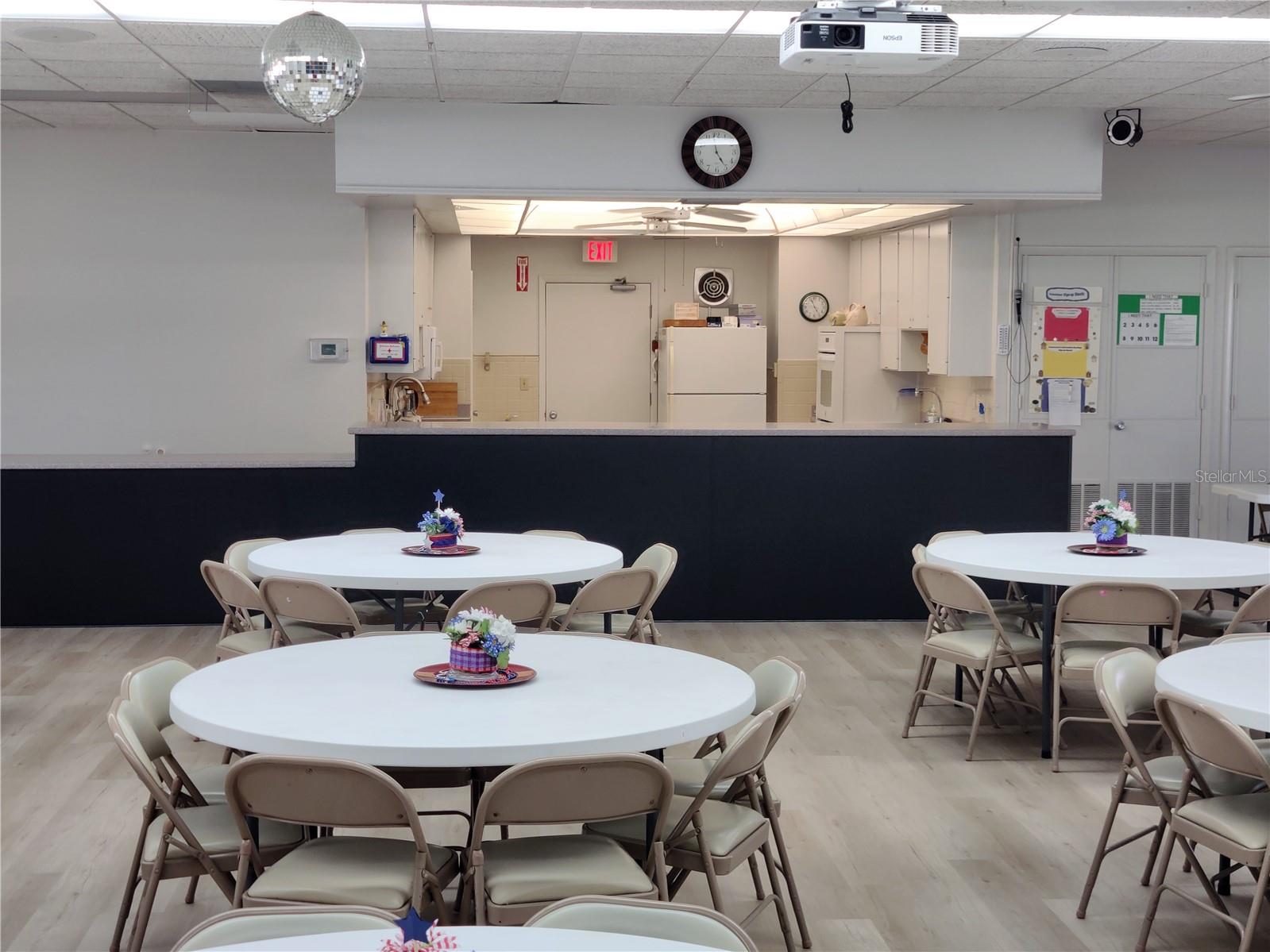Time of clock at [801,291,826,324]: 4:56
